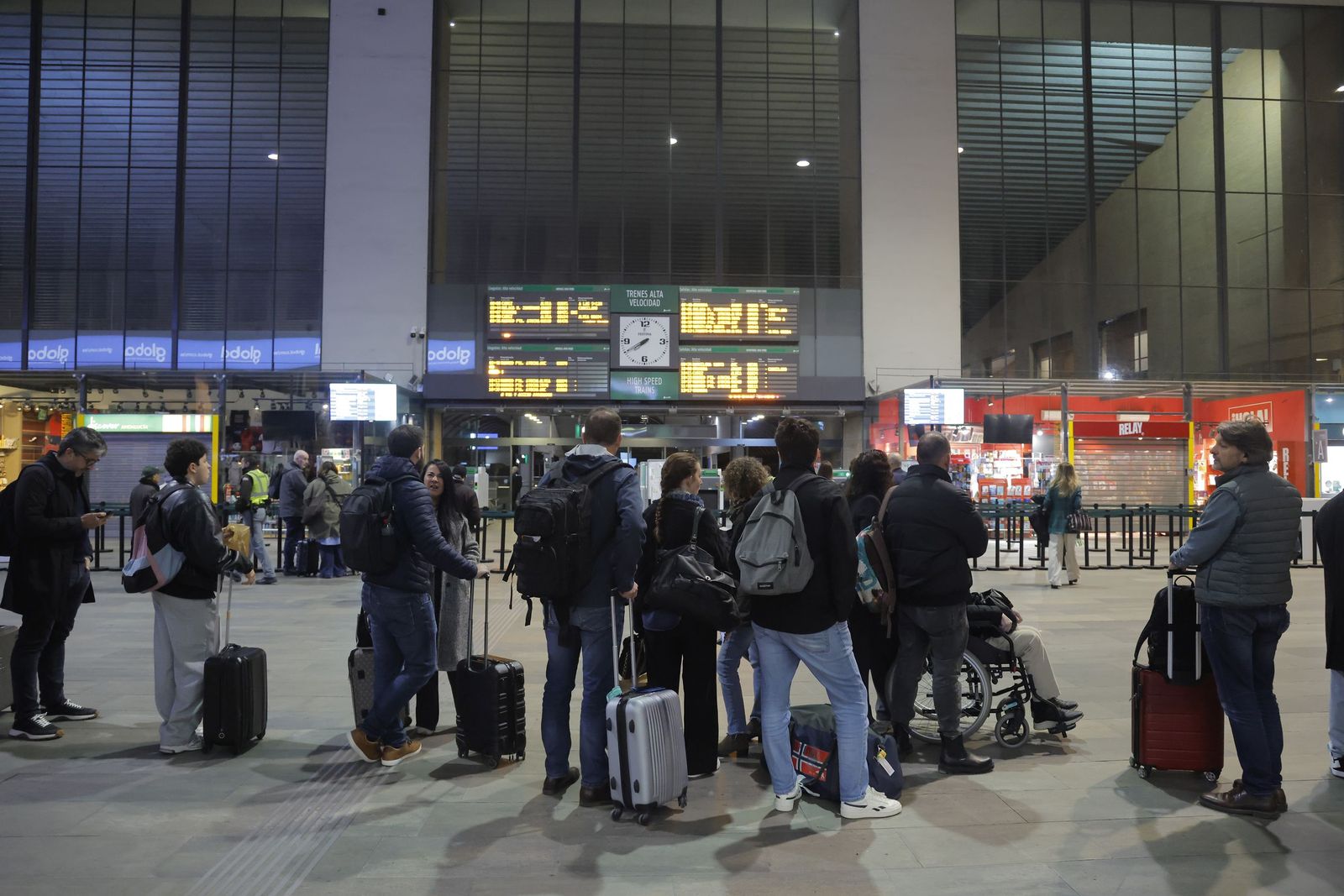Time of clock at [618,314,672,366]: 7:40
